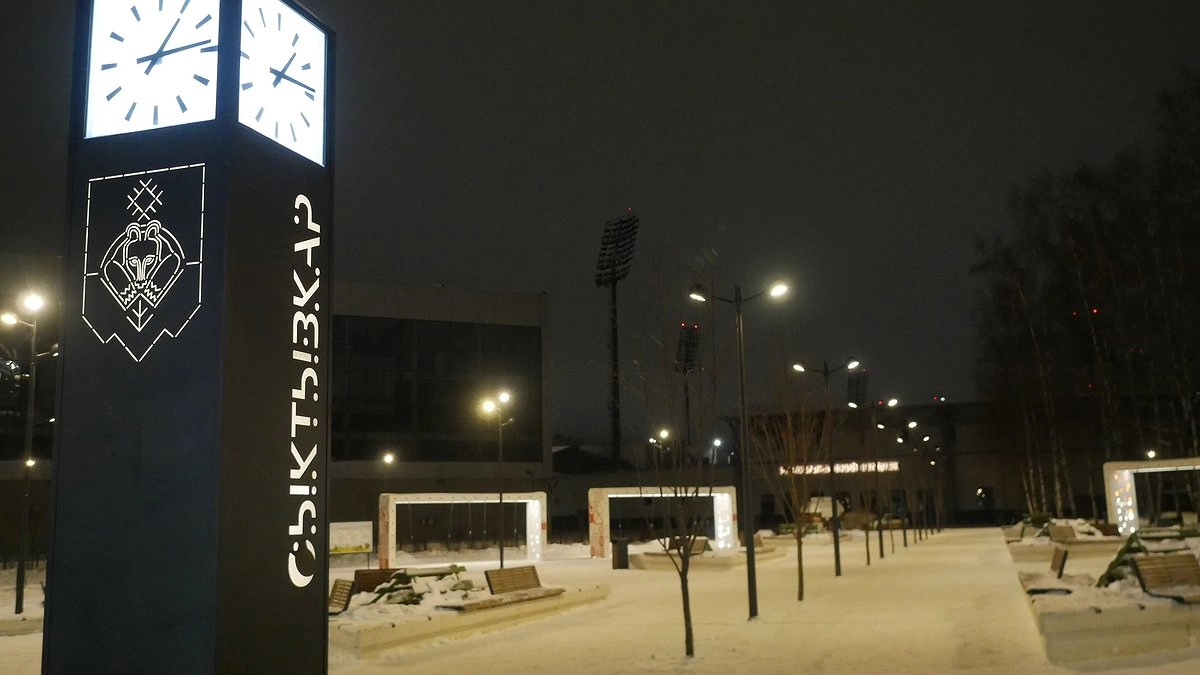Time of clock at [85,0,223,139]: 1:13
